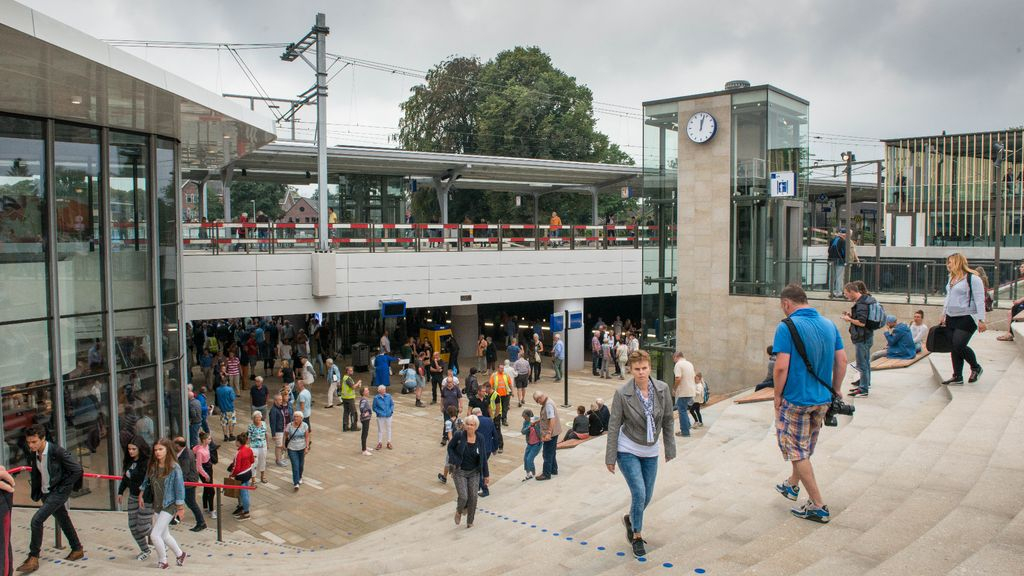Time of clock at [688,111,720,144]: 12:02
